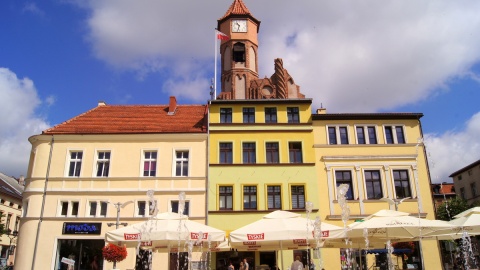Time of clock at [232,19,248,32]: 10:32
